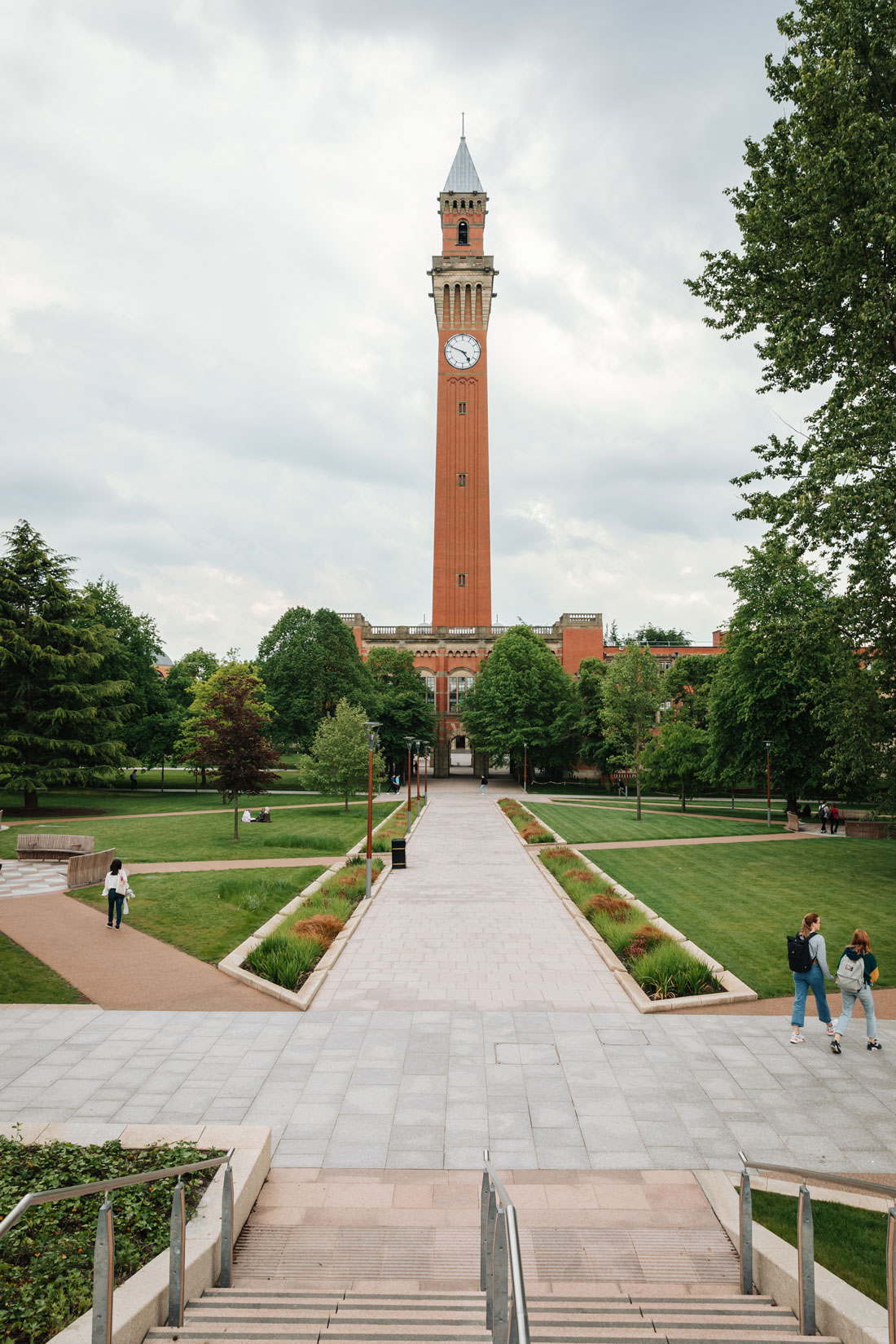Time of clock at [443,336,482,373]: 4:48
